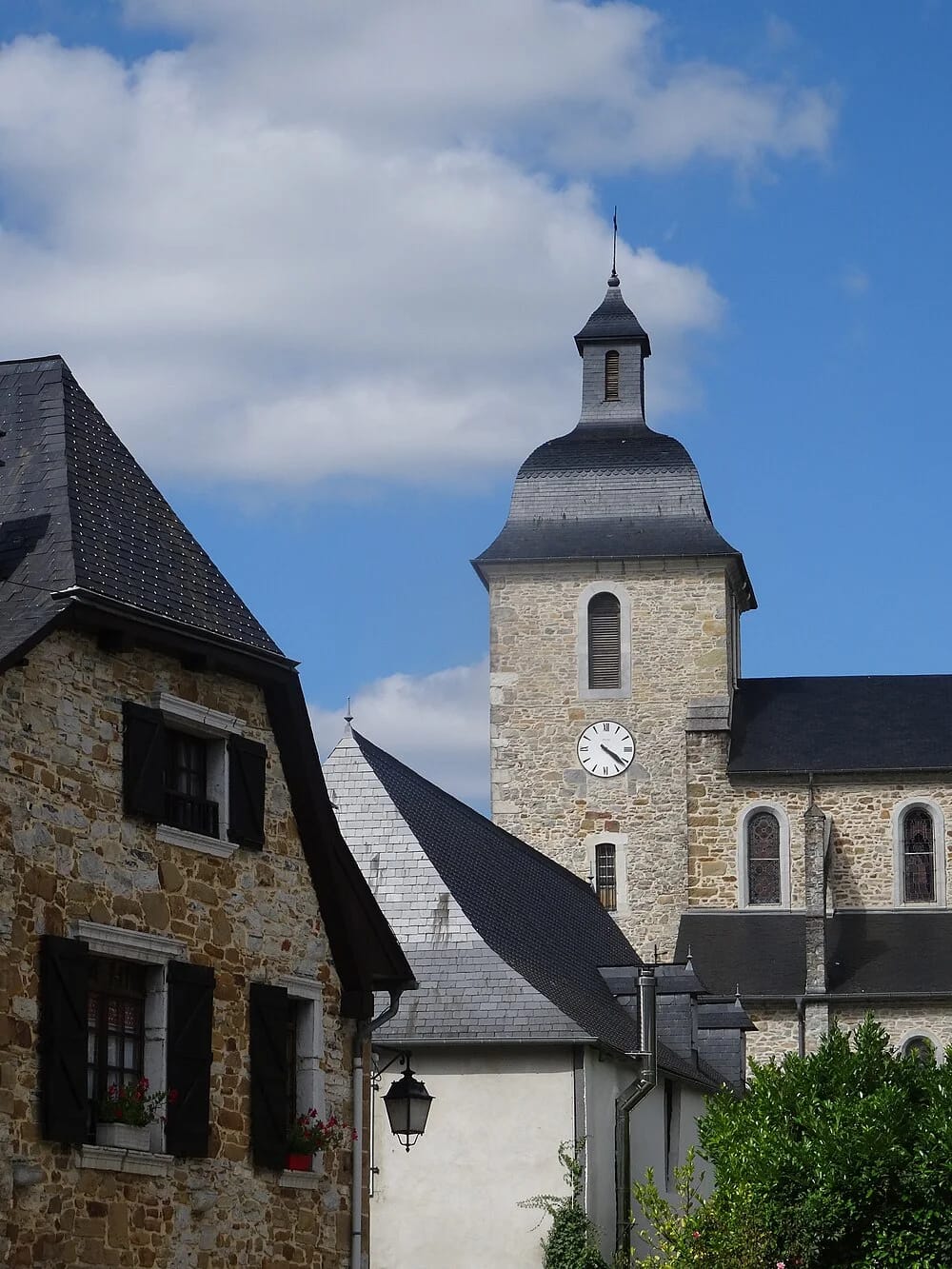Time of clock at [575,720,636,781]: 4:20
